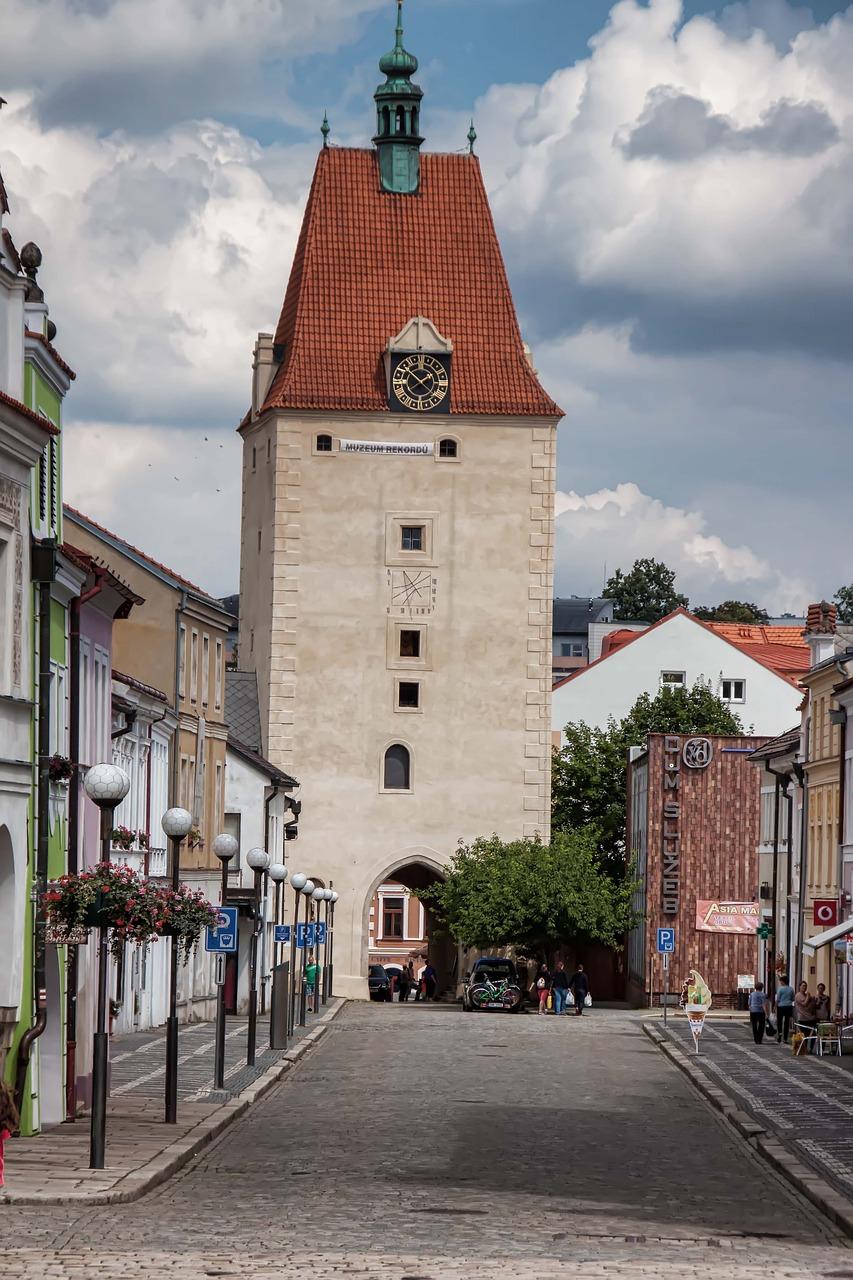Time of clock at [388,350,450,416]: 1:51
